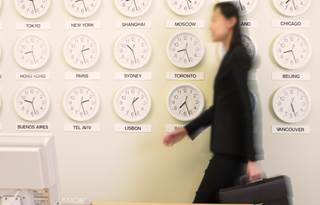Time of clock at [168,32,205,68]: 8:26
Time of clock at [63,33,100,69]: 2:27
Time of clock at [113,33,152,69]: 10:27
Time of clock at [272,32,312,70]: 8:26
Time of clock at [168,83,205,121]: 7:27
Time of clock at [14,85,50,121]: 9:27
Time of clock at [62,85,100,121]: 2:27
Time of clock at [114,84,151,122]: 1:27
